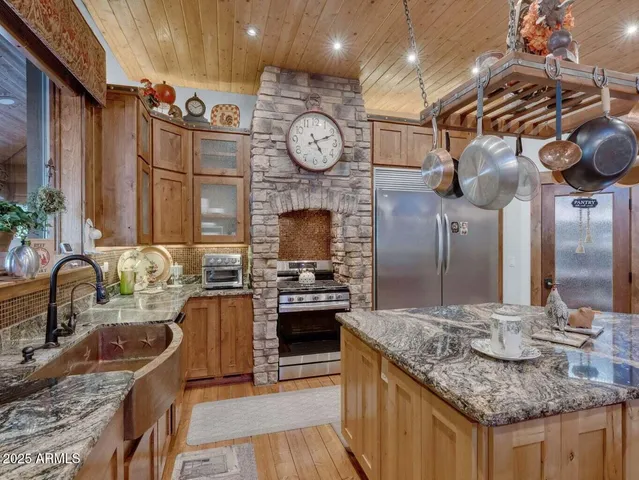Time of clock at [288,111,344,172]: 5:11
